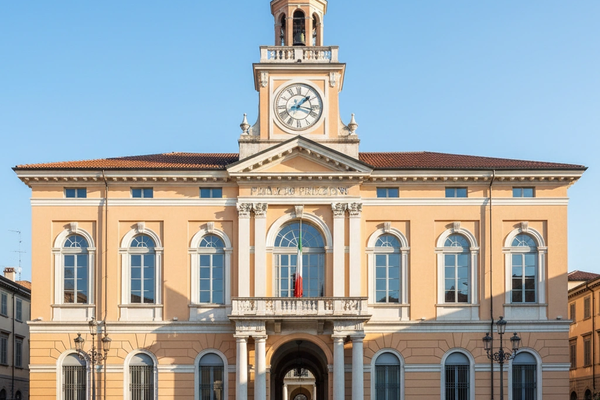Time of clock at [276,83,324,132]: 1:18
